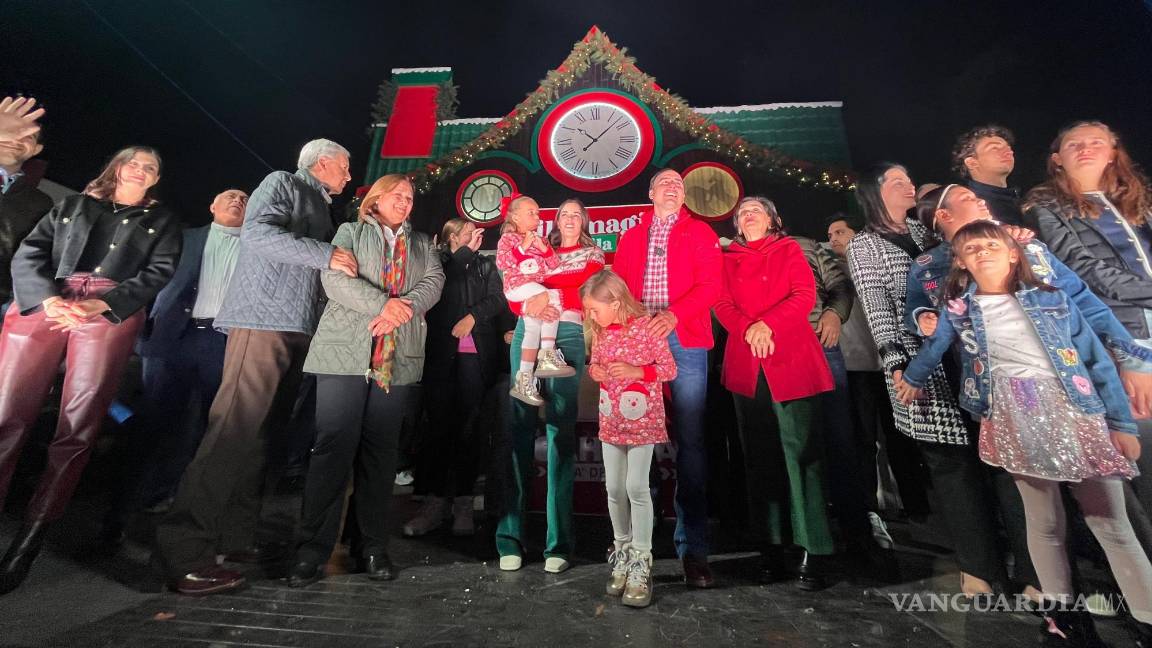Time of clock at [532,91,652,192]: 10:07
